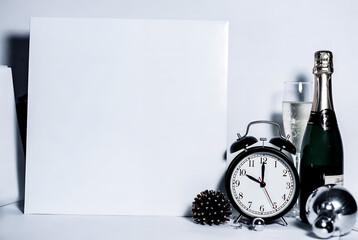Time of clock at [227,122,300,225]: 10:00
